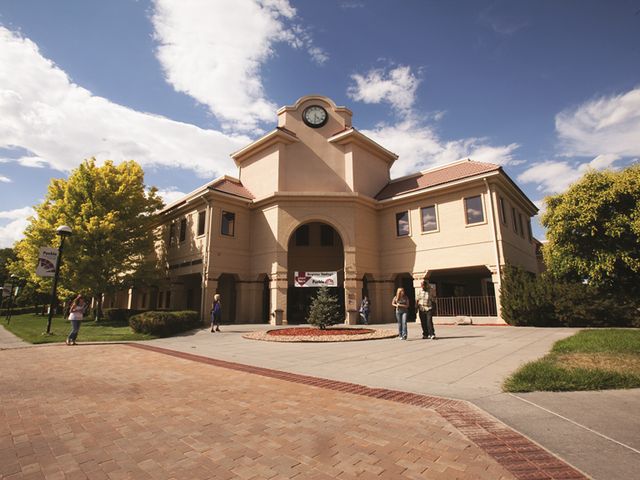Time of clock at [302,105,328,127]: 4:31
